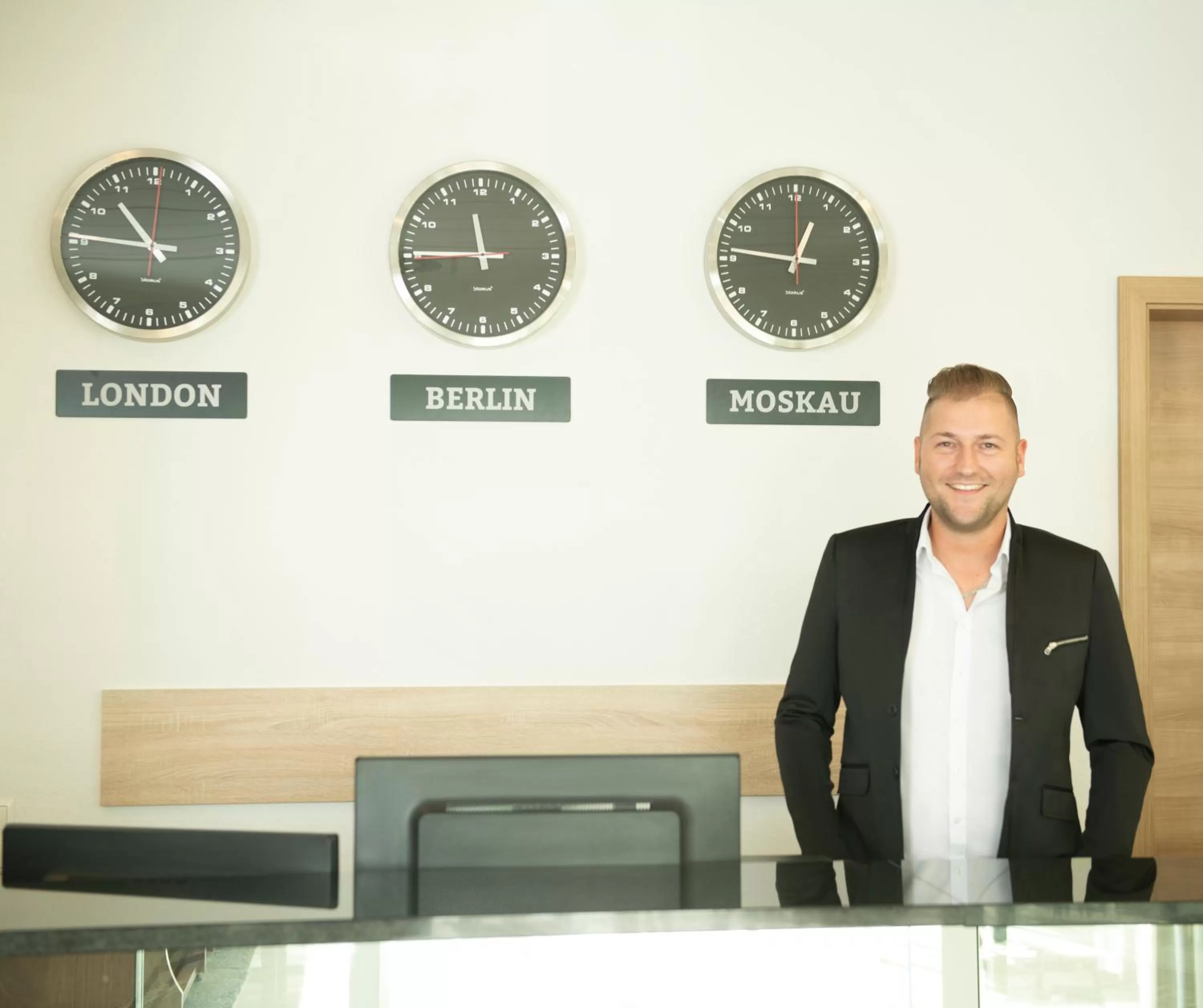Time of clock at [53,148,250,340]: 10:45
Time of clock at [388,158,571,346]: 11:45
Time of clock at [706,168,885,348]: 12:46
